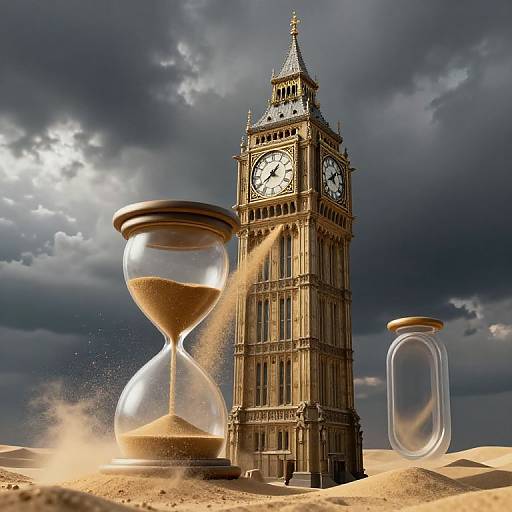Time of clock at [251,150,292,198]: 1:39
